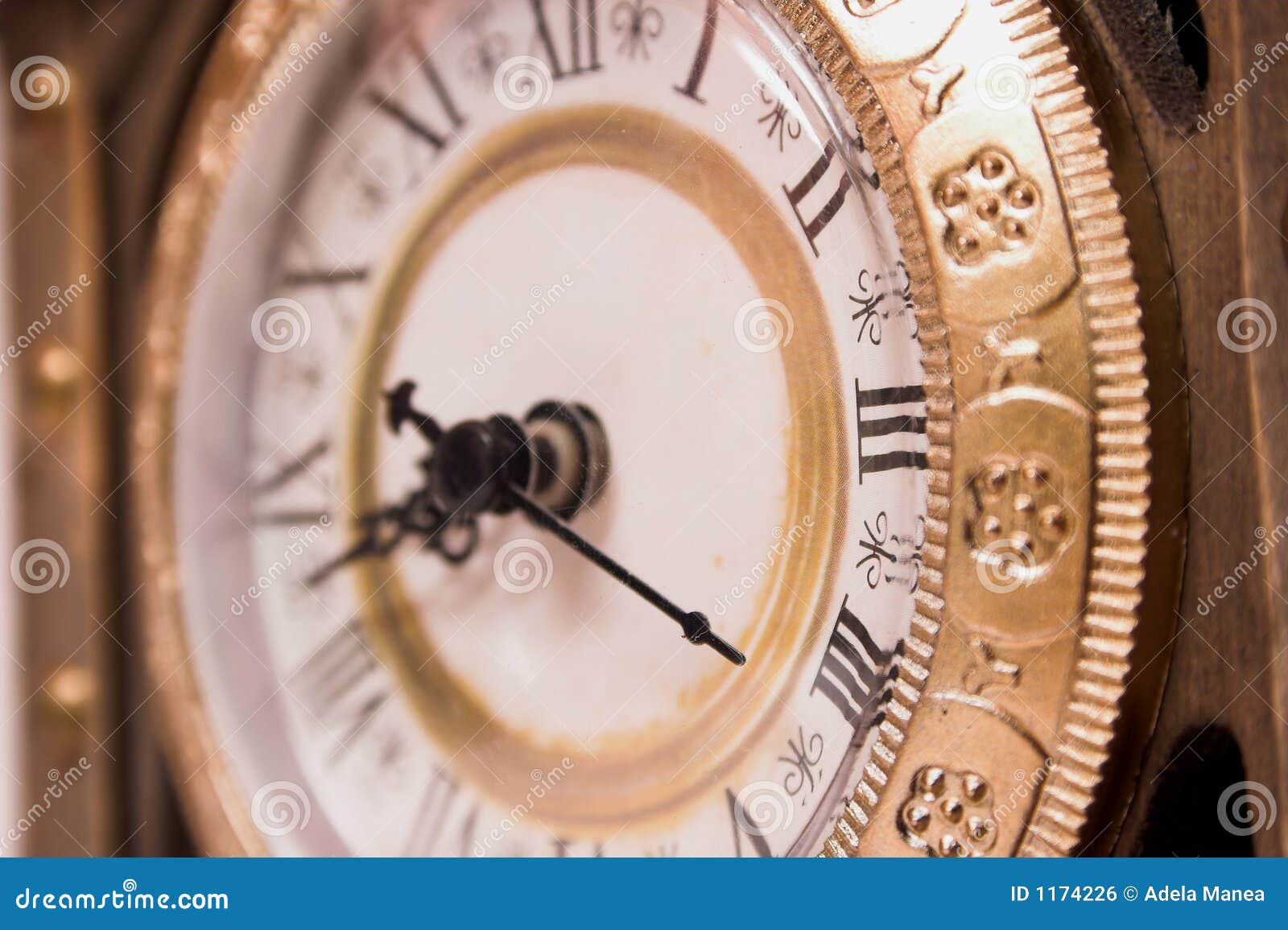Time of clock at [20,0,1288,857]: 8:21
